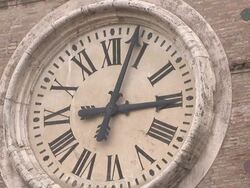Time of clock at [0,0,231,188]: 3:03
